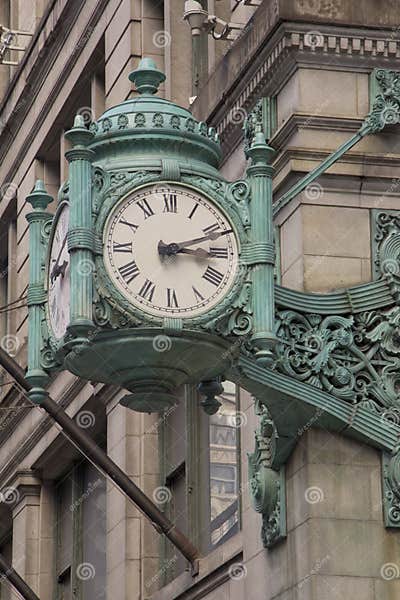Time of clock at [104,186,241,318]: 3:11
